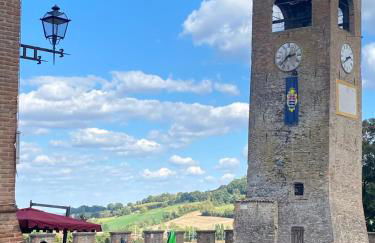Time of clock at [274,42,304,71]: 2:37
